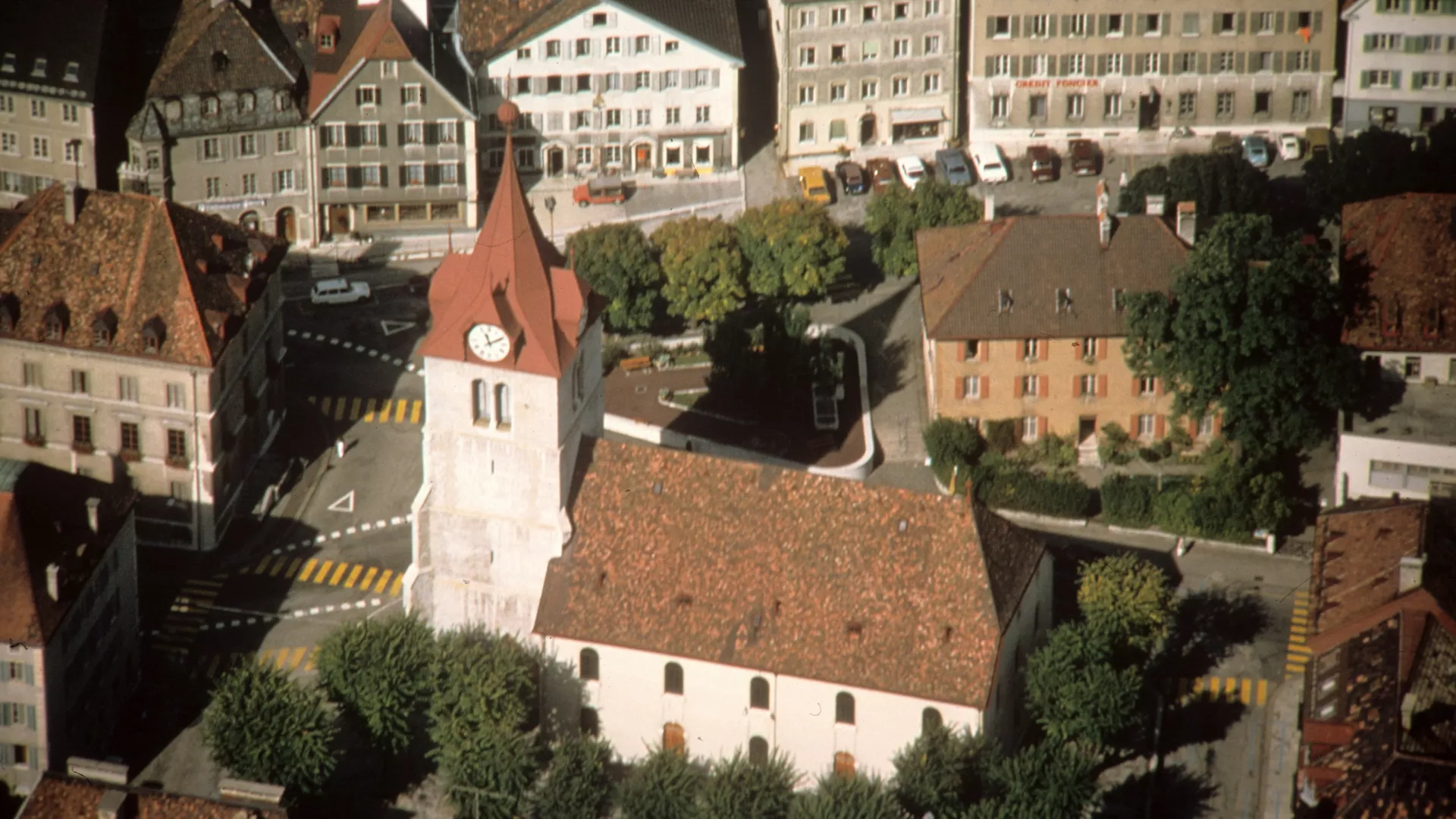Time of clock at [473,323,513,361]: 11:10
